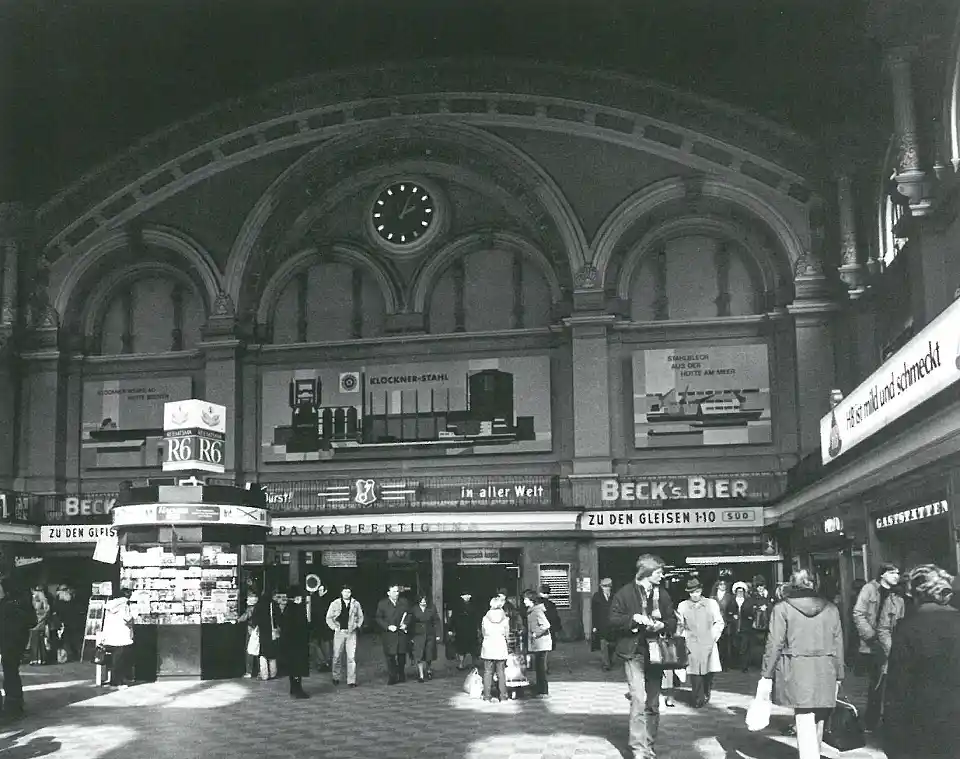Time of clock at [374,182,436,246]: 2:04
